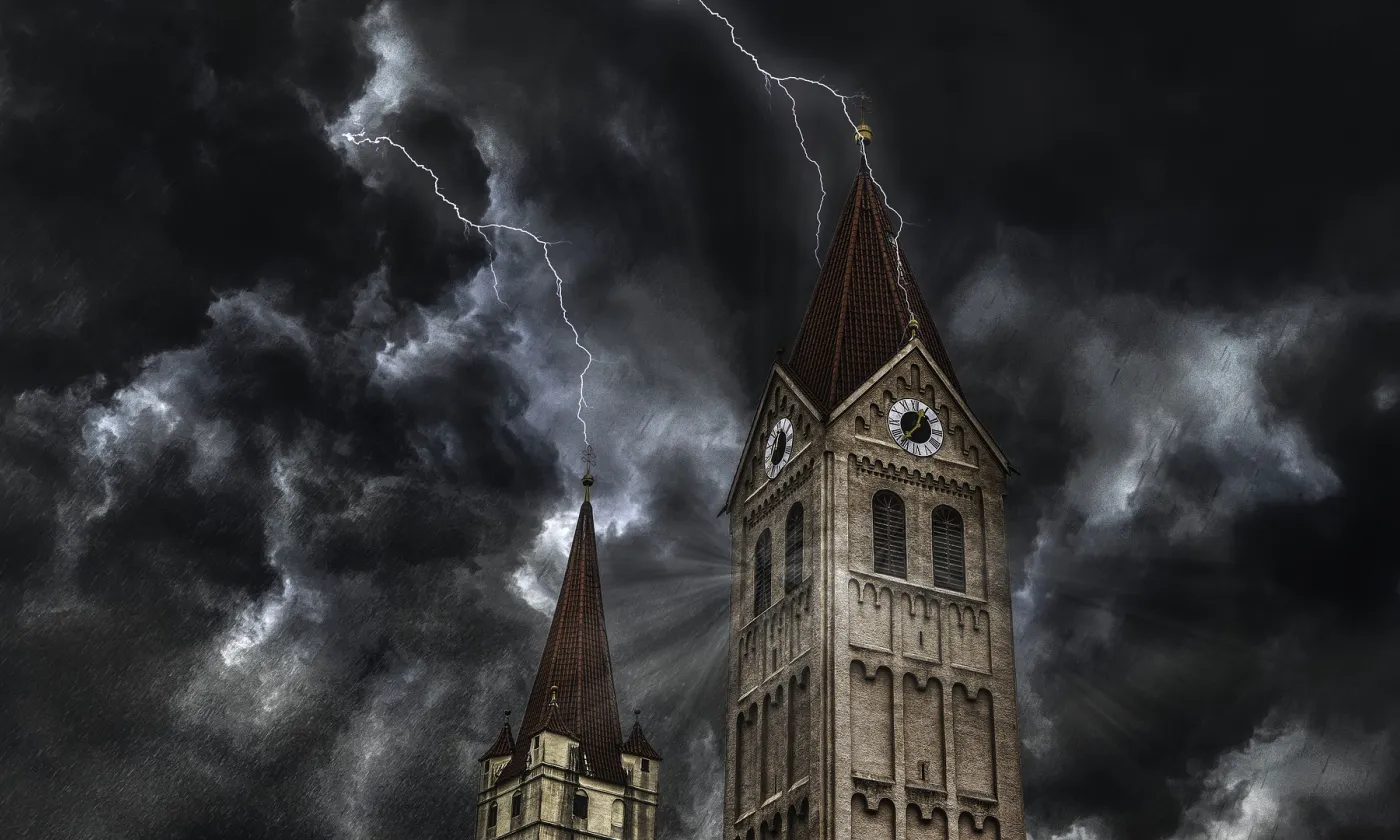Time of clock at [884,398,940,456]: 12:37
